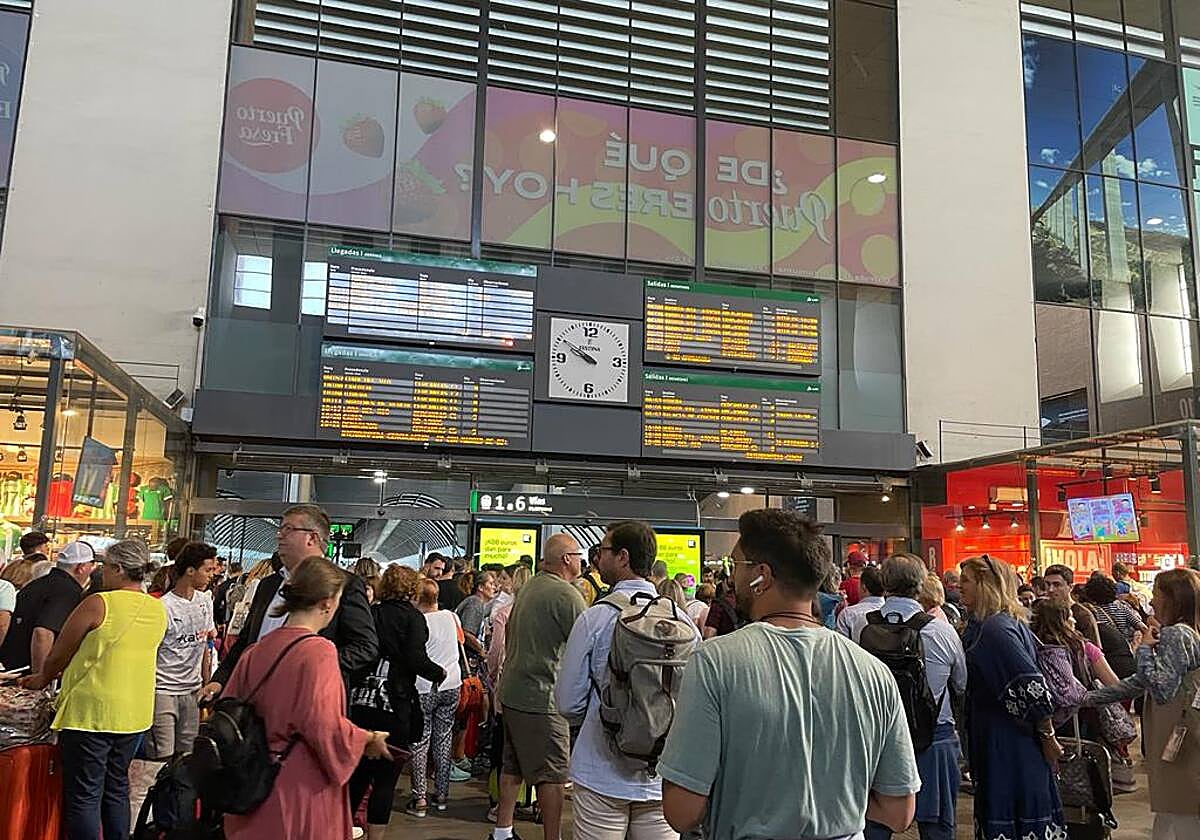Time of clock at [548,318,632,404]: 9:50
